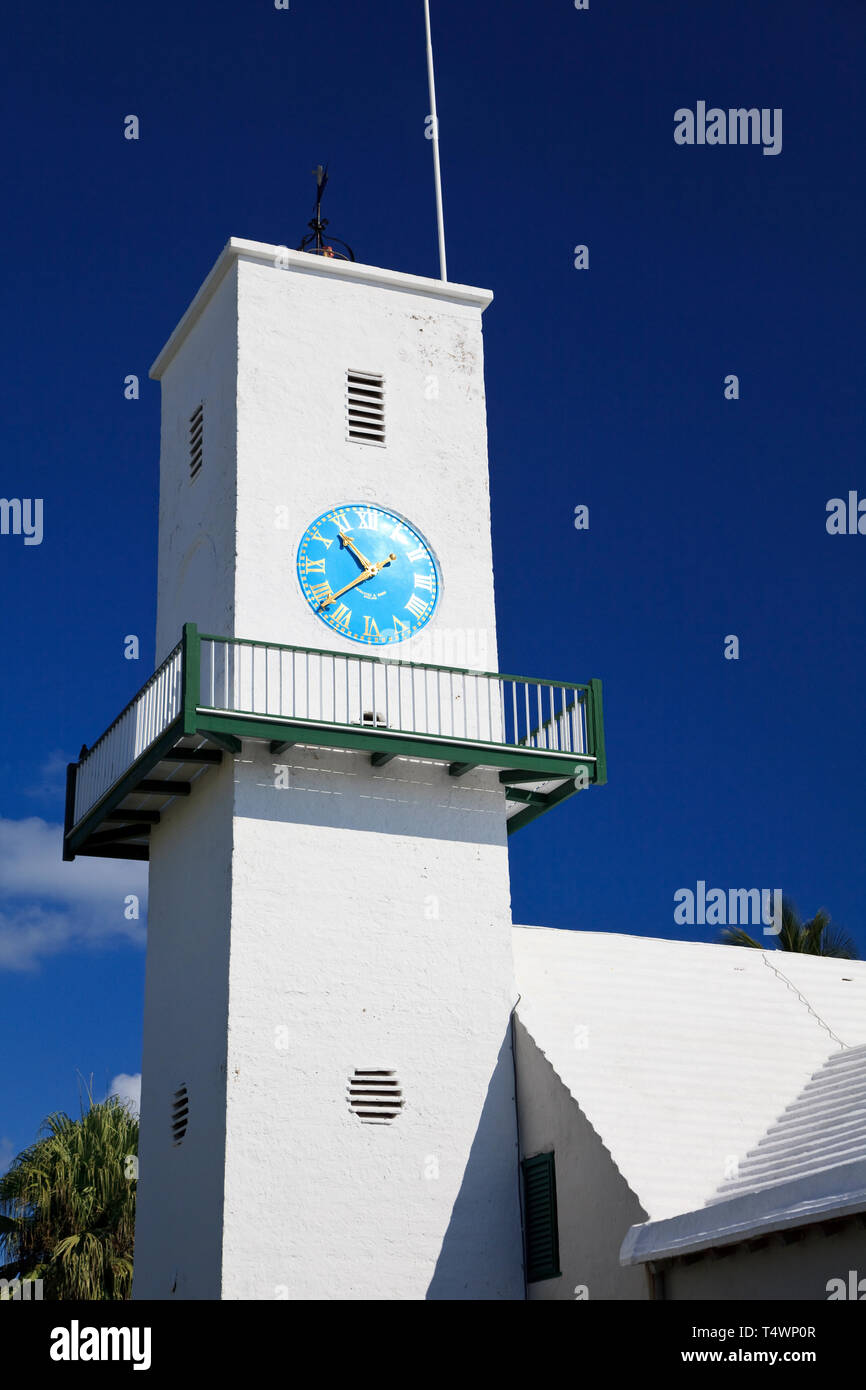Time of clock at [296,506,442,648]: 10:38
